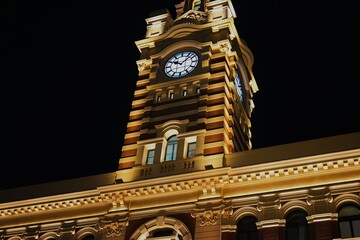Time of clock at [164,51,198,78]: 10:07
